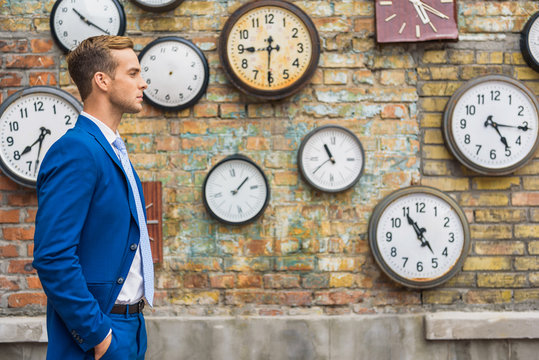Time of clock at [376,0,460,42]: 5:19
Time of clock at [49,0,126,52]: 10:20
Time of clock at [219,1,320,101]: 8:30
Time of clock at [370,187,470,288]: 4:54
